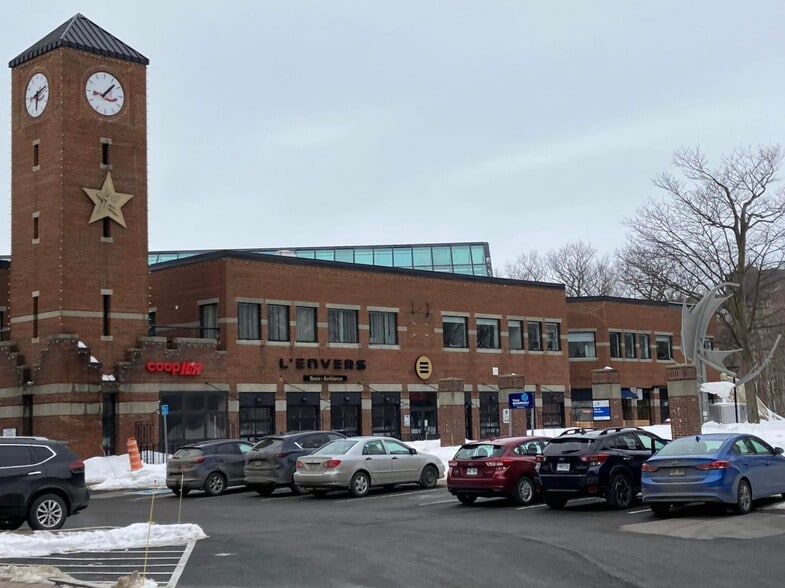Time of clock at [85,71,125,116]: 9:07
